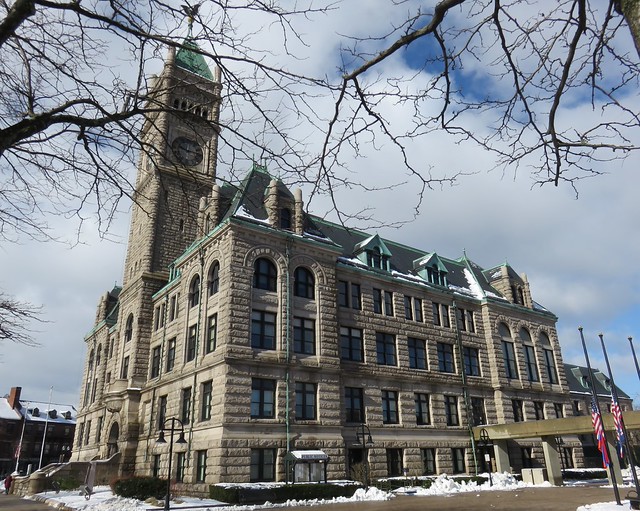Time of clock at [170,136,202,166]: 9:14
